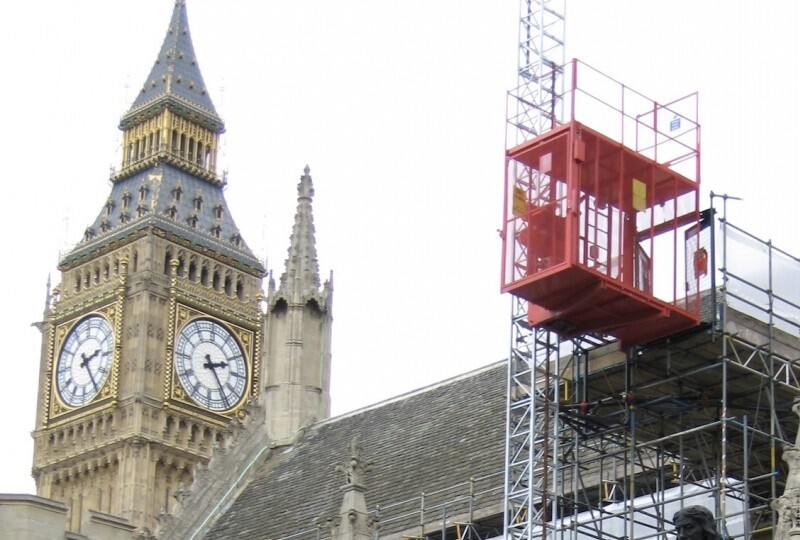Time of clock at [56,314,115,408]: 2:24
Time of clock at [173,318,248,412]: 2:23
